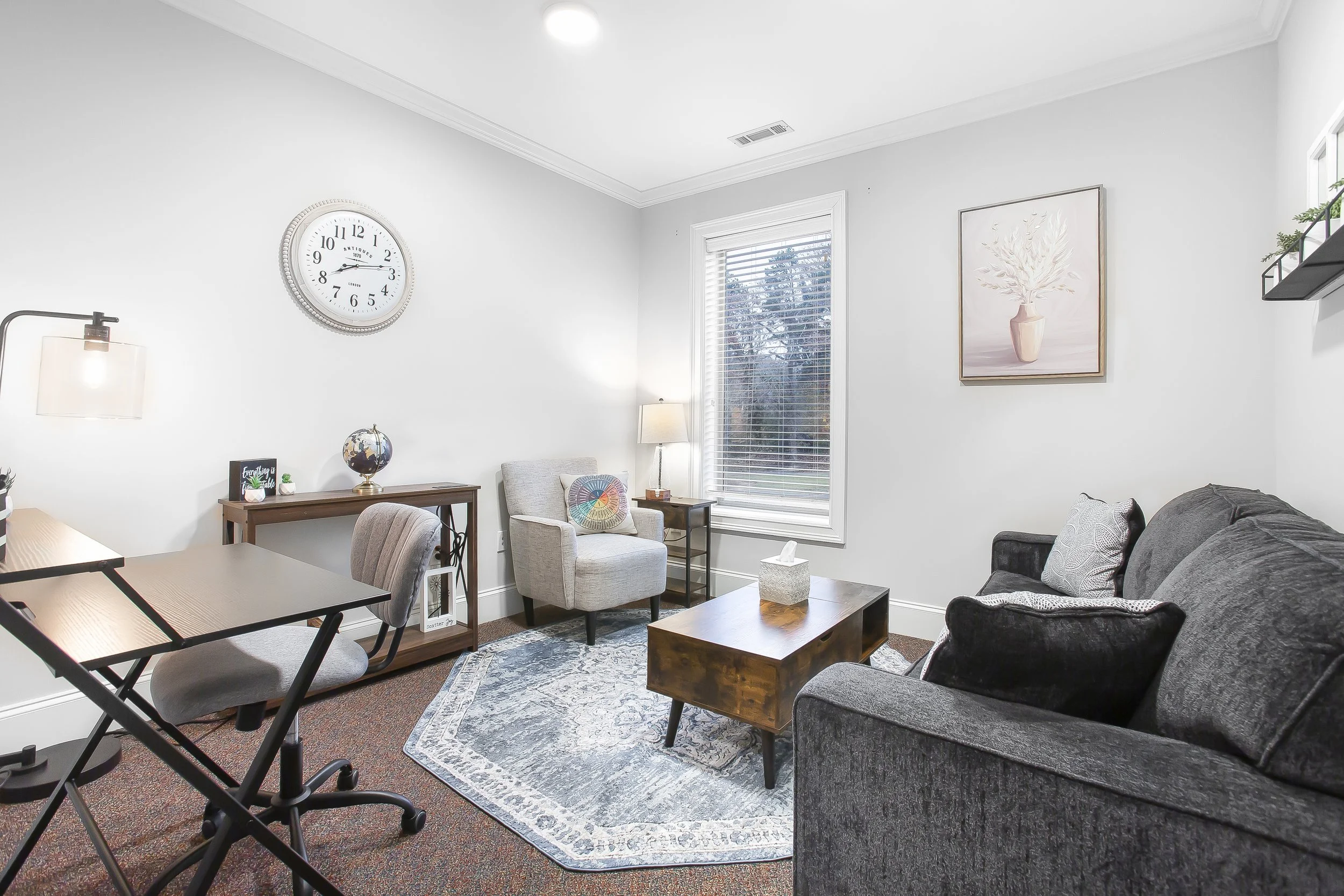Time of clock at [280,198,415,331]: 8:13
